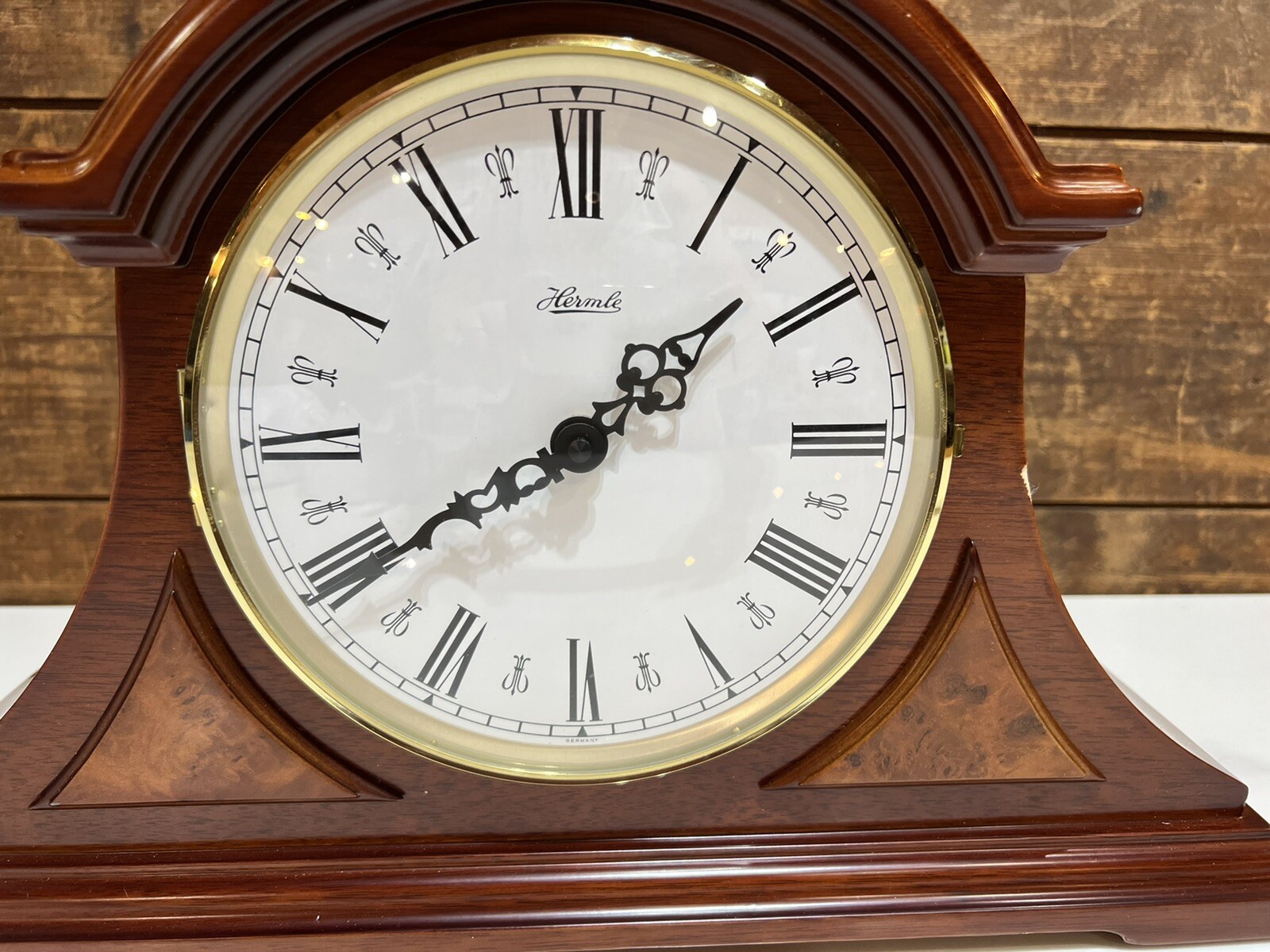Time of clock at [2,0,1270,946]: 1:39
